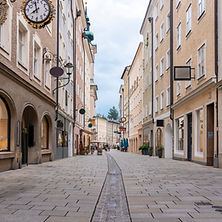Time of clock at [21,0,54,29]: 7:57
